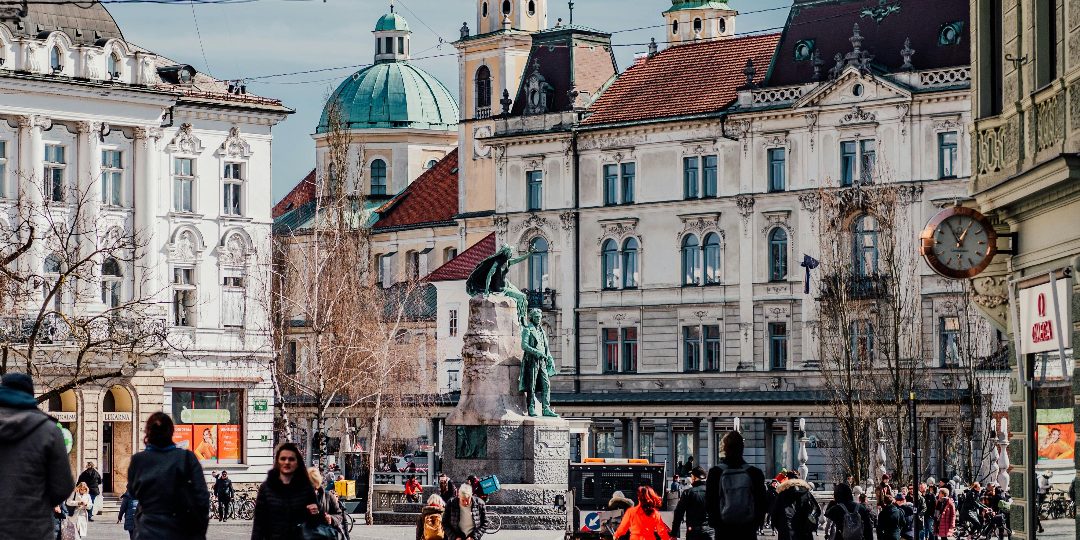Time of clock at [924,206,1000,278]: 12:55
